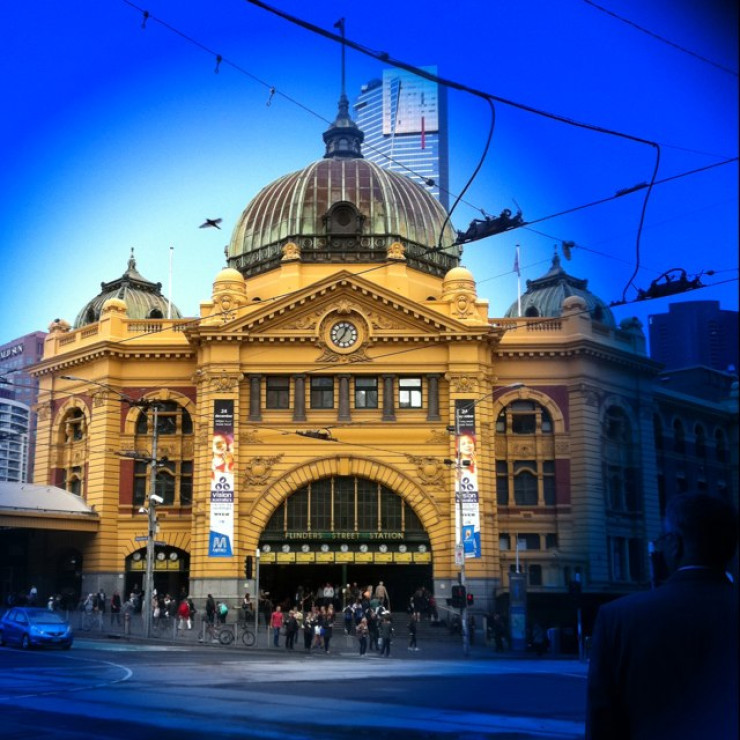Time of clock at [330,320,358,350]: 12:36
